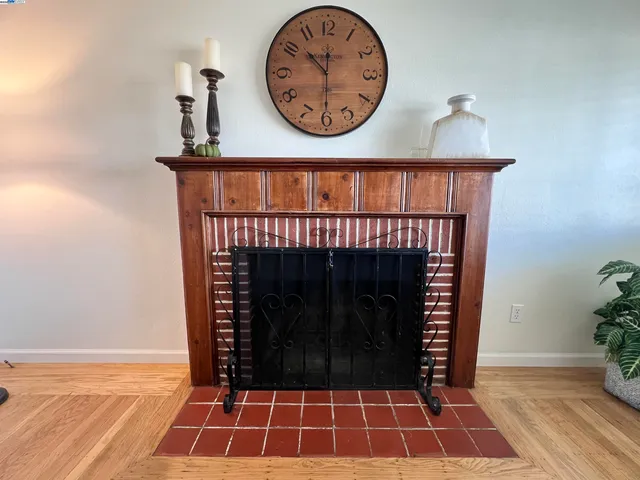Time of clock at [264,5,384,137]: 10:30
